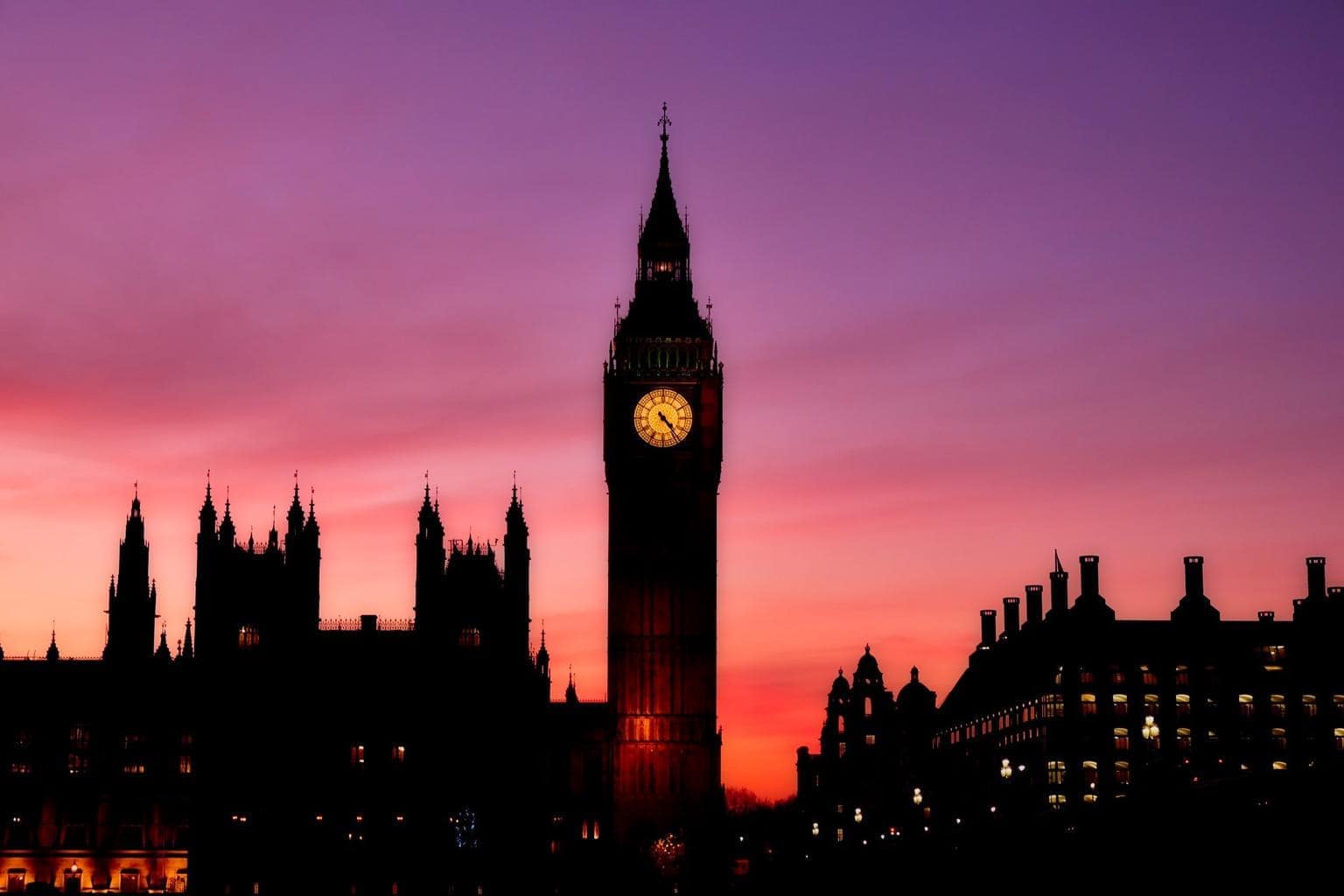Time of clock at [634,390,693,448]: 4:23
